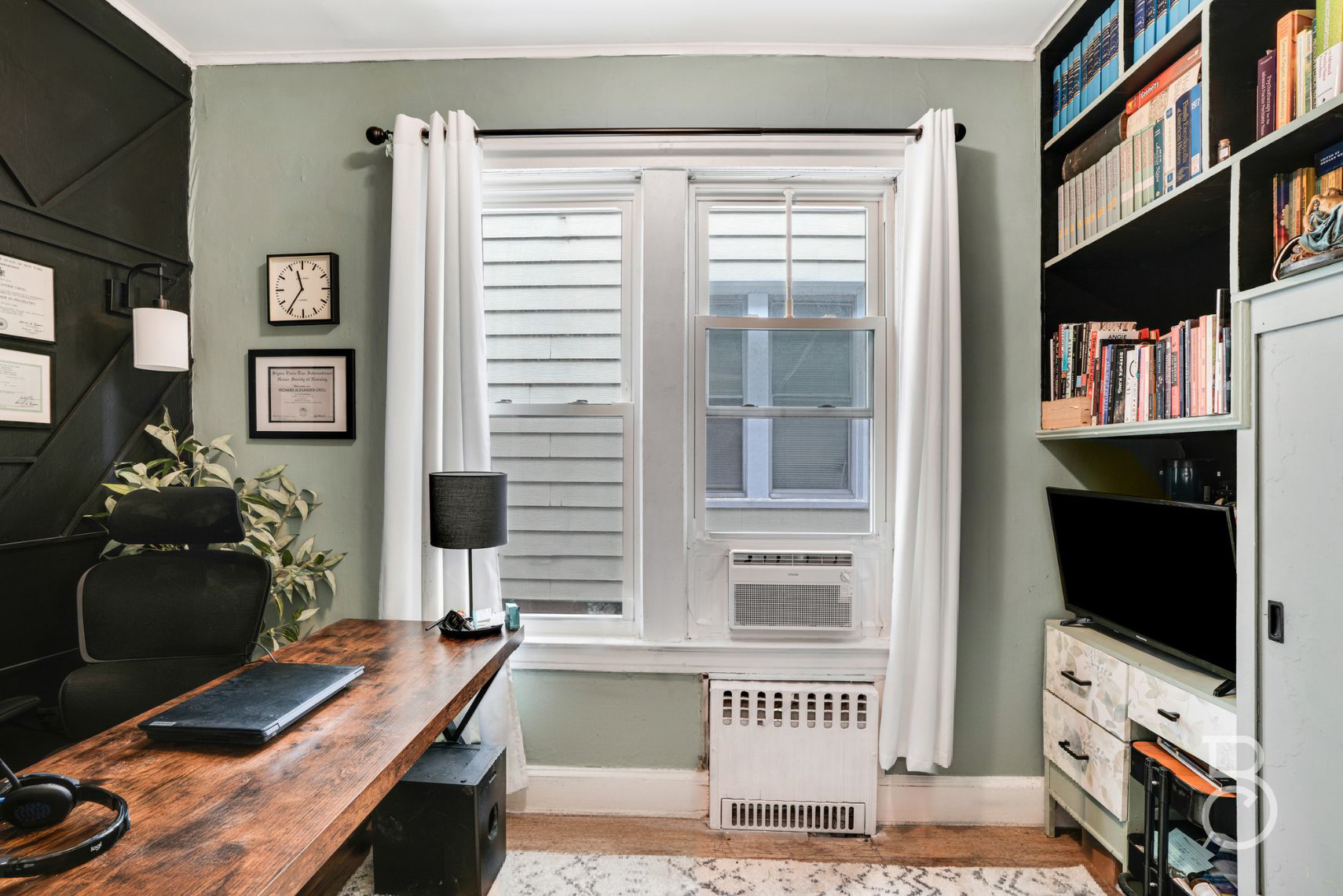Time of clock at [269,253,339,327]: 11:36
